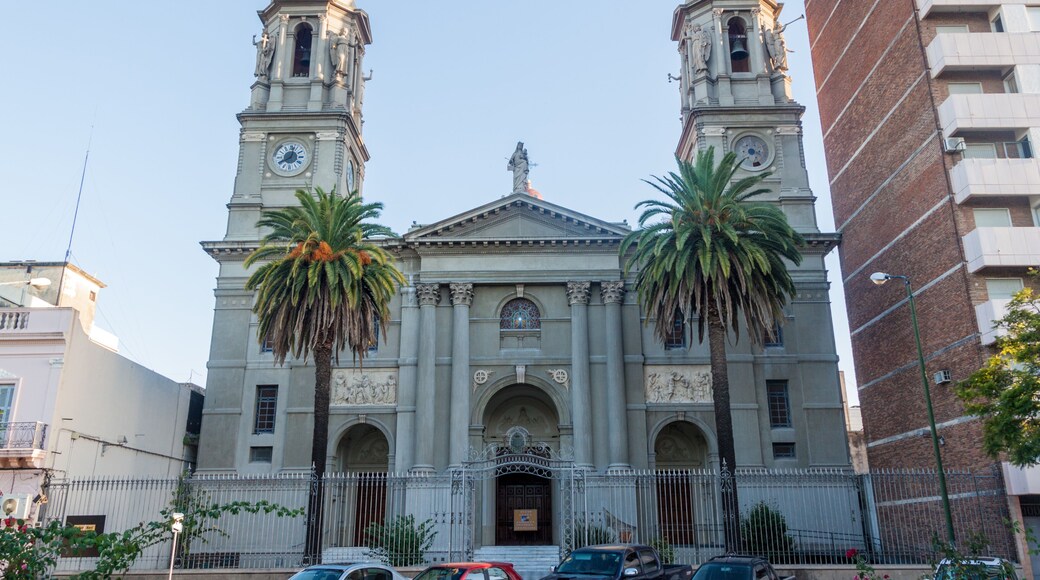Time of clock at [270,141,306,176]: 8:02
